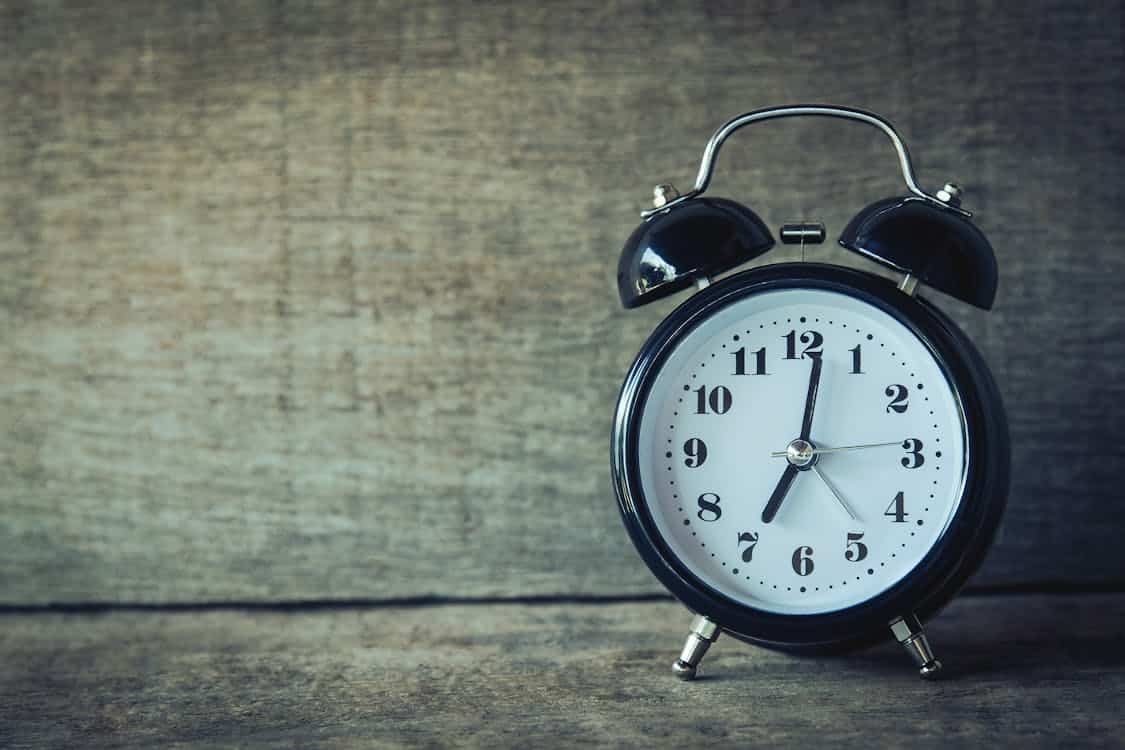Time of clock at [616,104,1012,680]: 7:01
